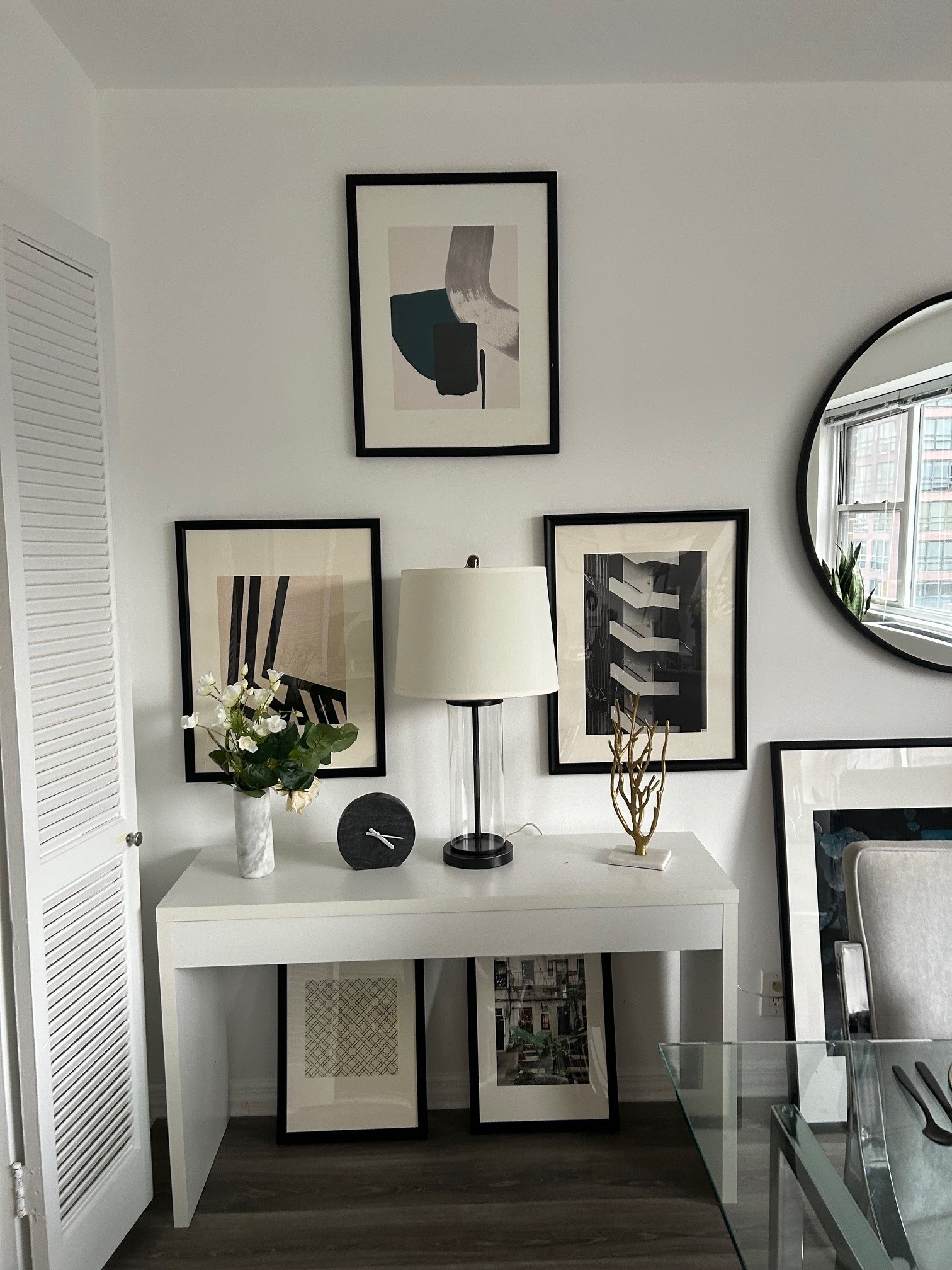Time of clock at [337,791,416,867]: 4:16
